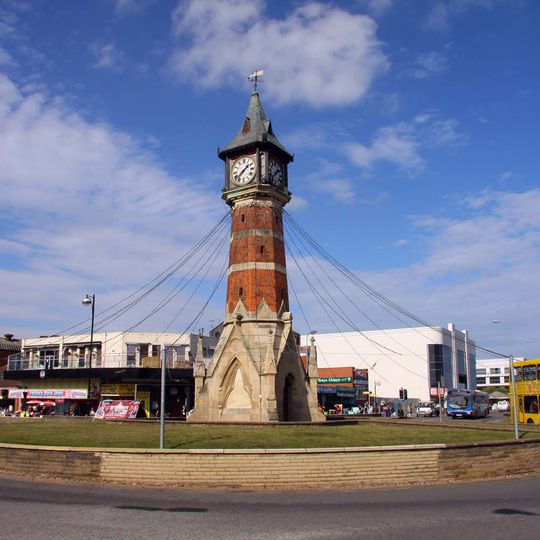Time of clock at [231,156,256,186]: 1:37
